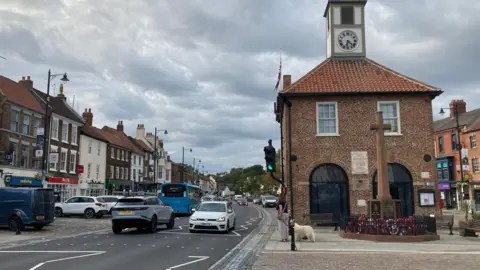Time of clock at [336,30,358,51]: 6:22
